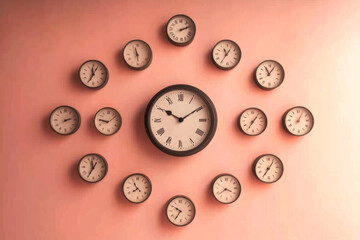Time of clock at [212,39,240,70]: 11:05
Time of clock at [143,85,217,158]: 10:09
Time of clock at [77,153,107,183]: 11:35
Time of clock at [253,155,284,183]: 7:06
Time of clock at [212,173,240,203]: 3:38
